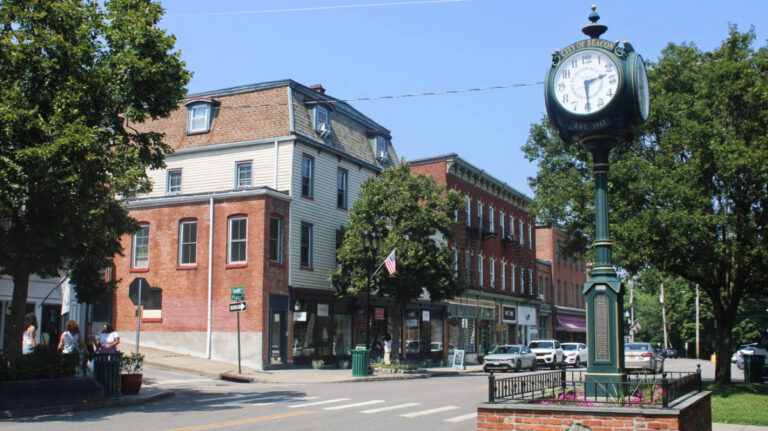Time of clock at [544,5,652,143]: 2:29
